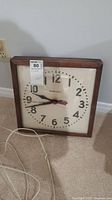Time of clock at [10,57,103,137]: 9:42
